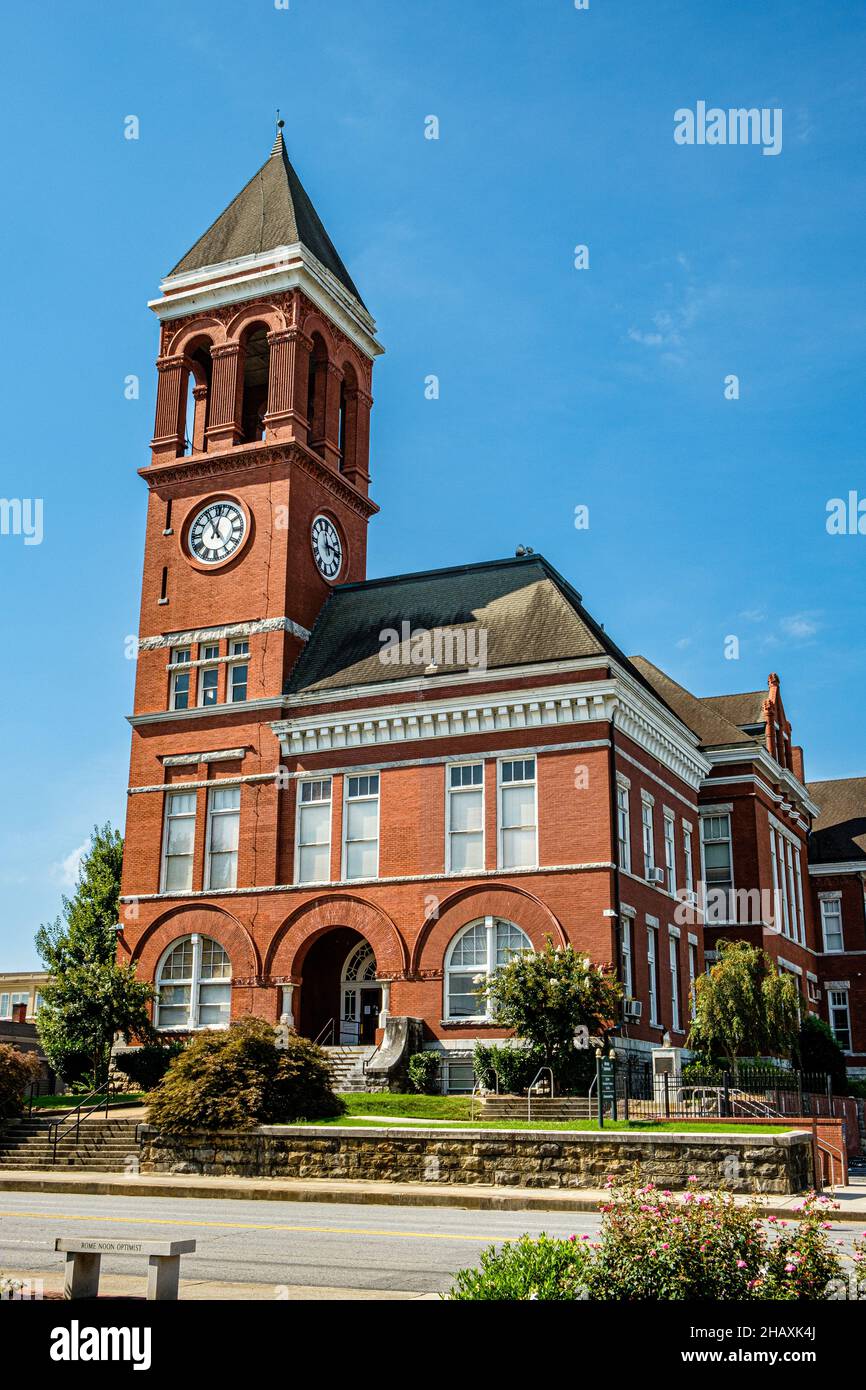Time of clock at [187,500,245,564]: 11:02
